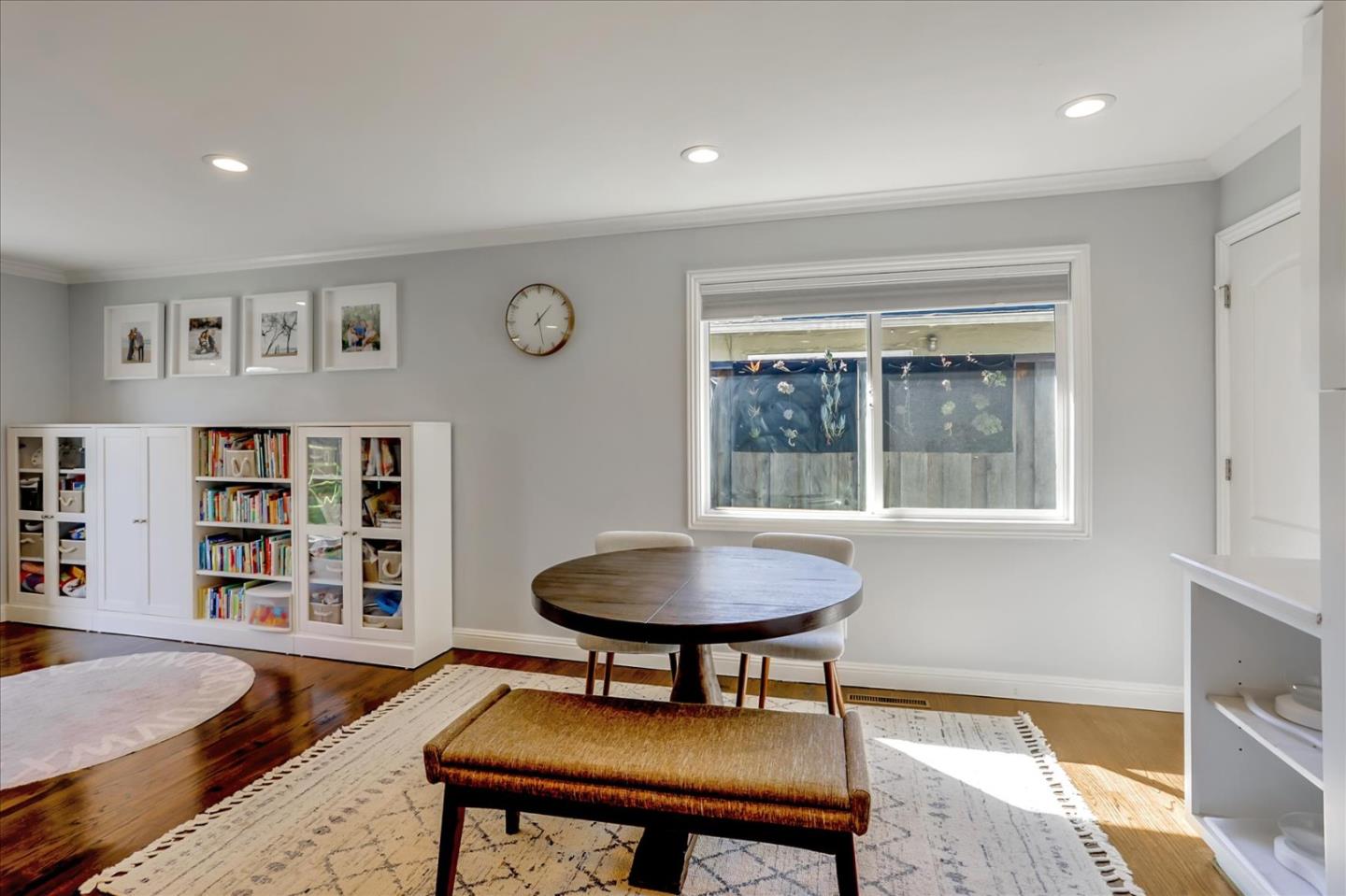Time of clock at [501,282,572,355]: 1:28
